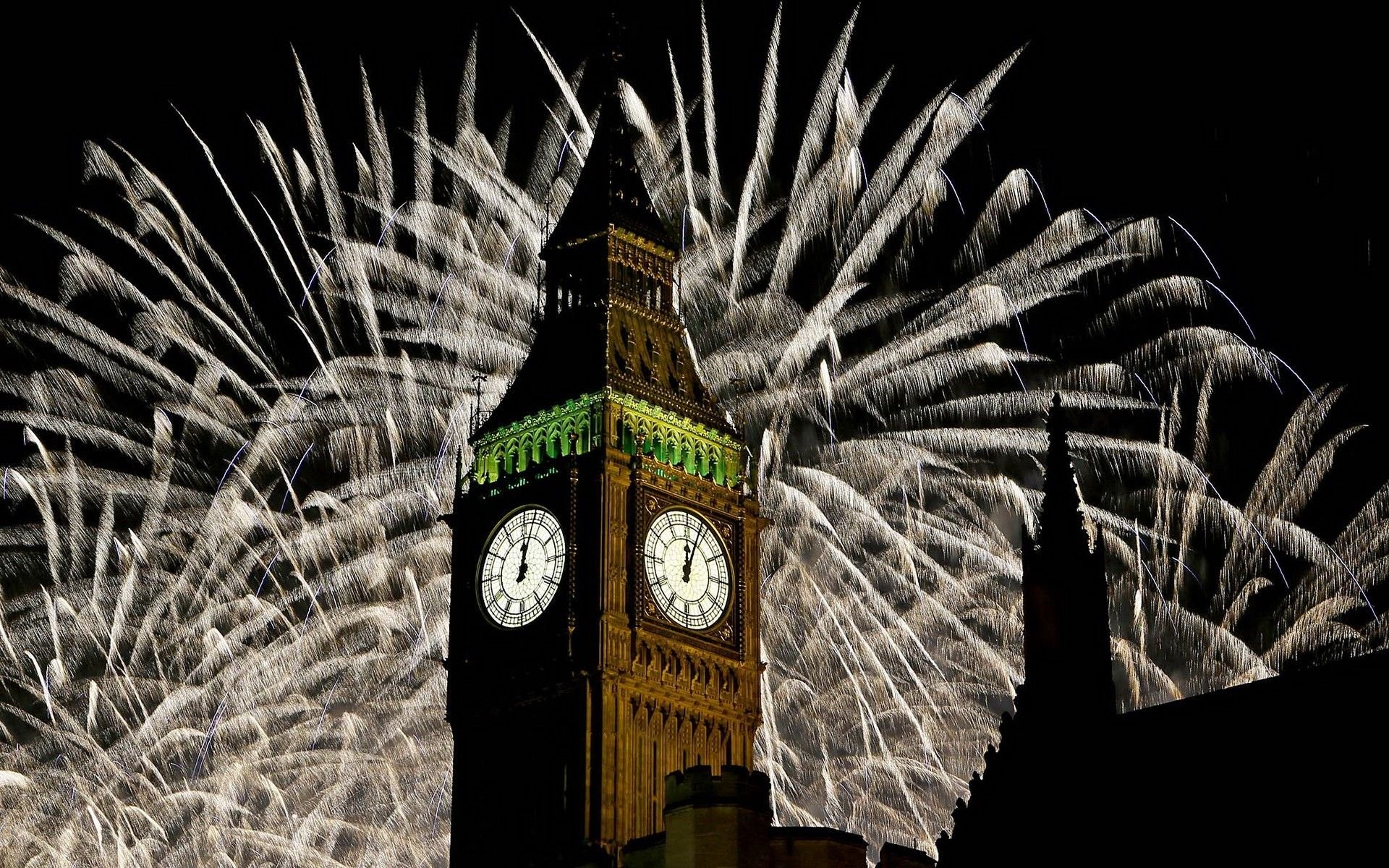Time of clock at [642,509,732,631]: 12:03
